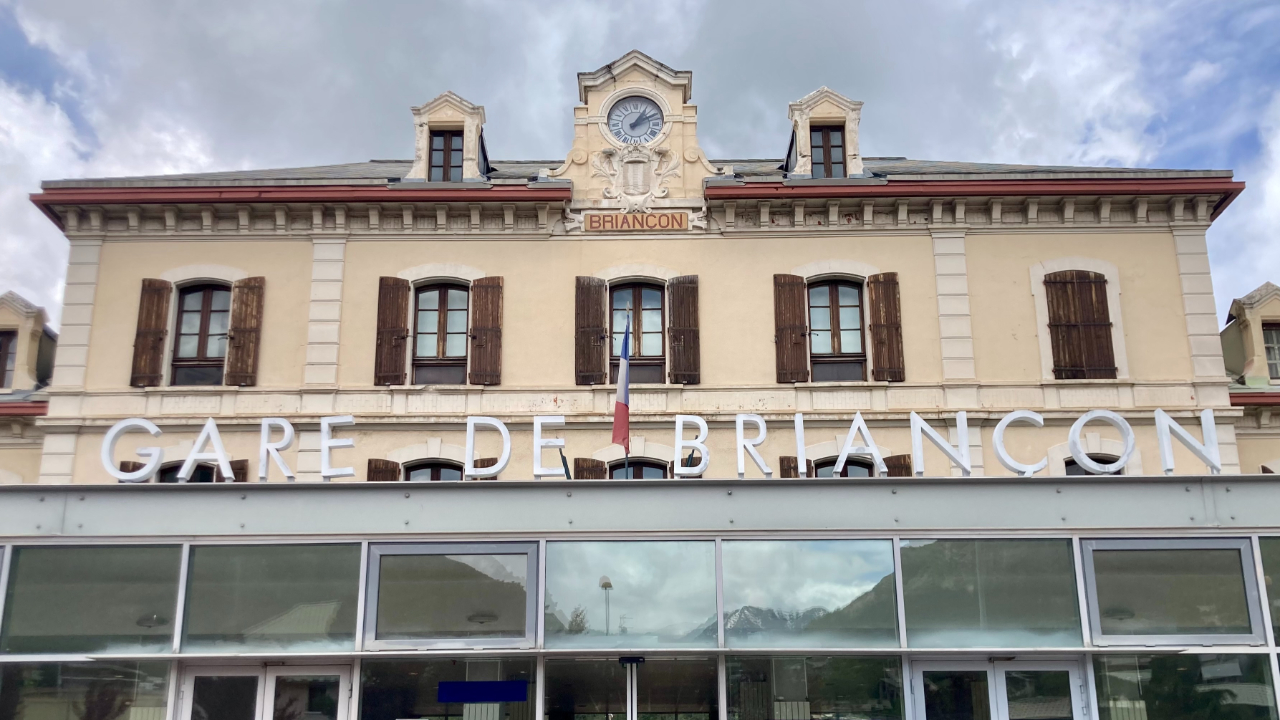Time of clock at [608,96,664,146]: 1:10
